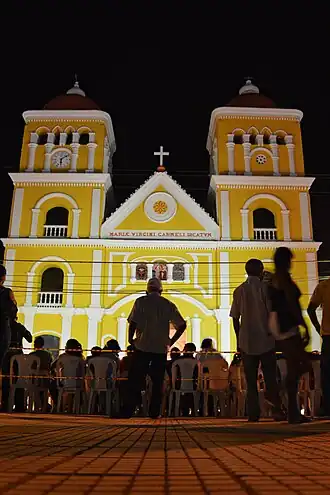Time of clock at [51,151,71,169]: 6:08
